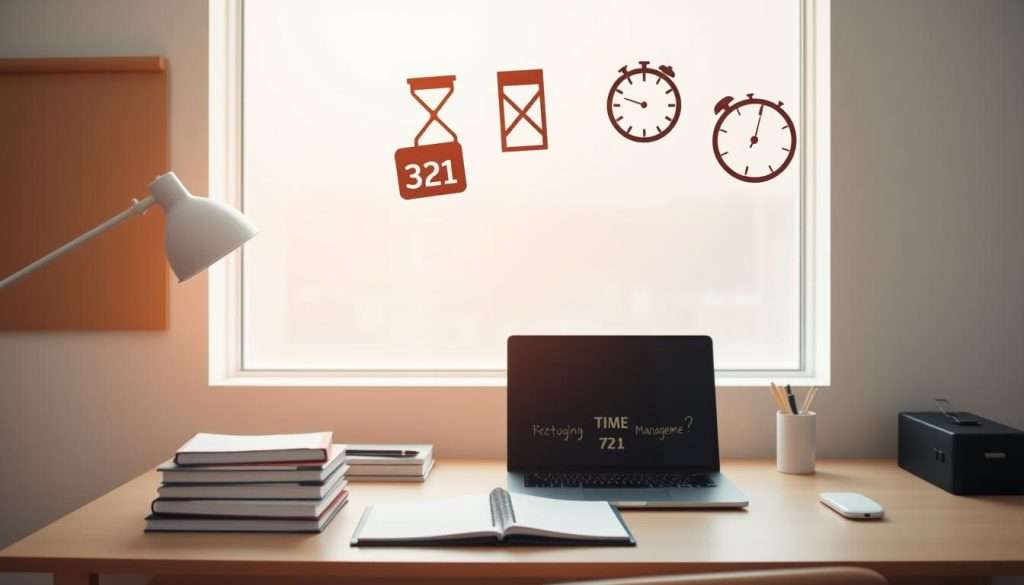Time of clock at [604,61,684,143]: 9:48
